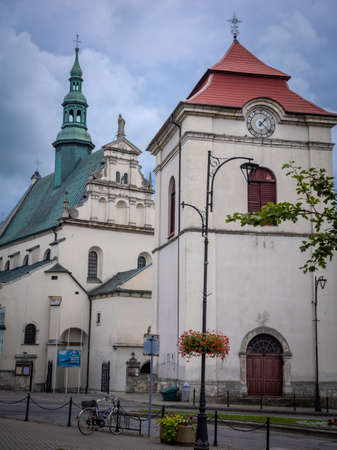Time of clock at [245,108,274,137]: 1:22
